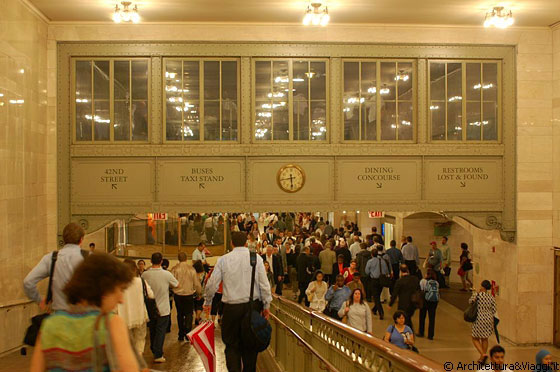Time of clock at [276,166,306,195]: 5:43
